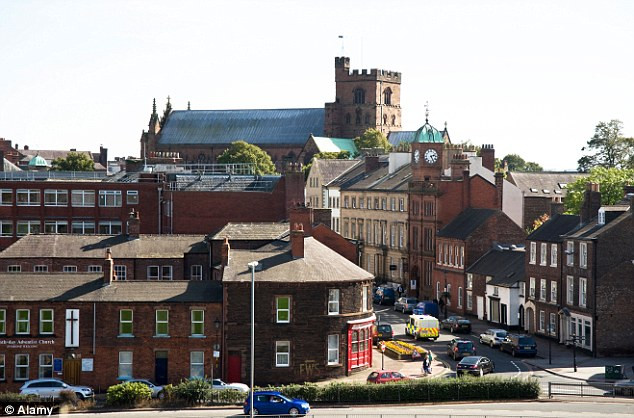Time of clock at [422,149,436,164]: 2:25
